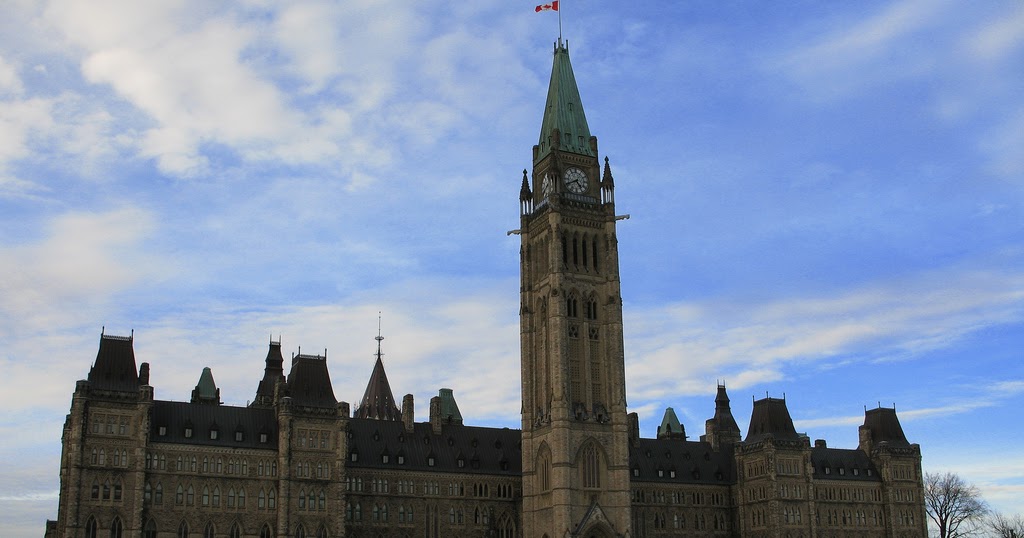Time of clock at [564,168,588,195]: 4:40
